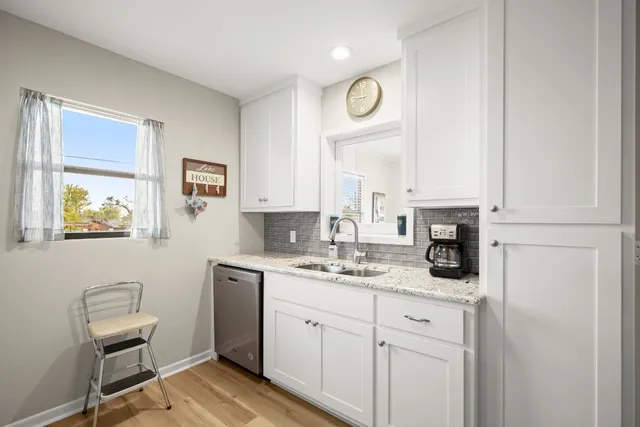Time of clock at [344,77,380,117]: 11:46
